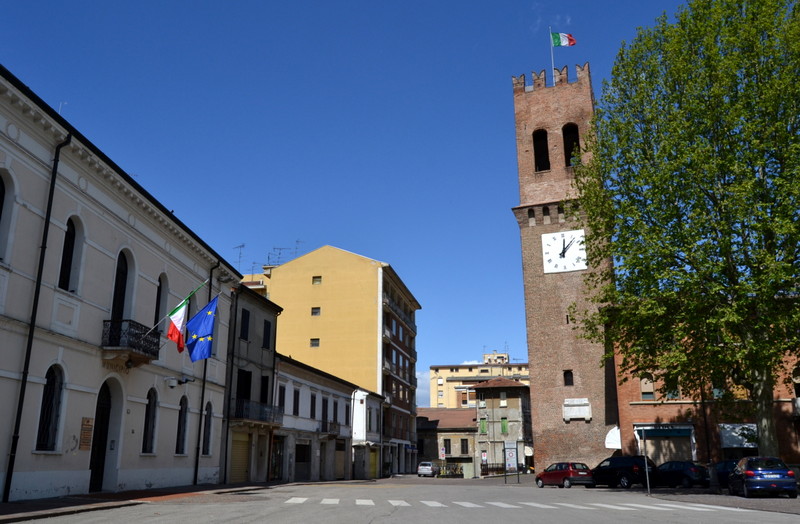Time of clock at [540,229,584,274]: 12:06
